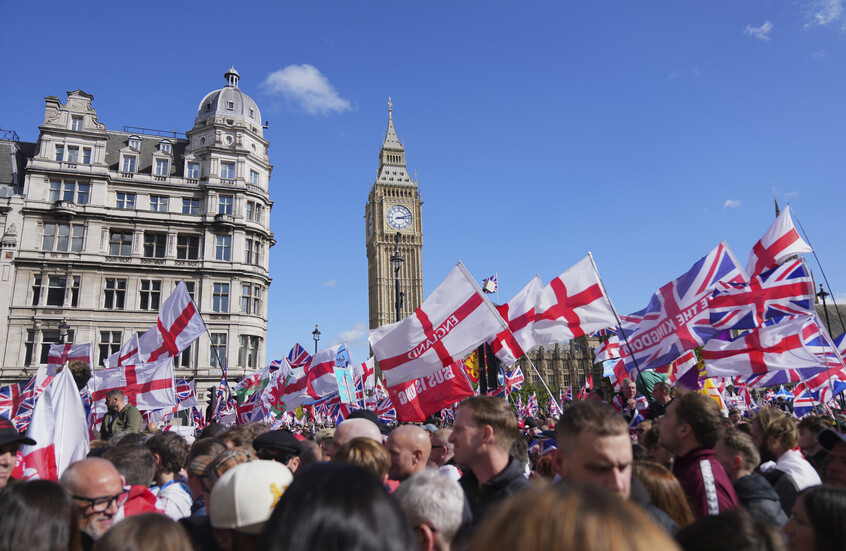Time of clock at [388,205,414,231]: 3:12
